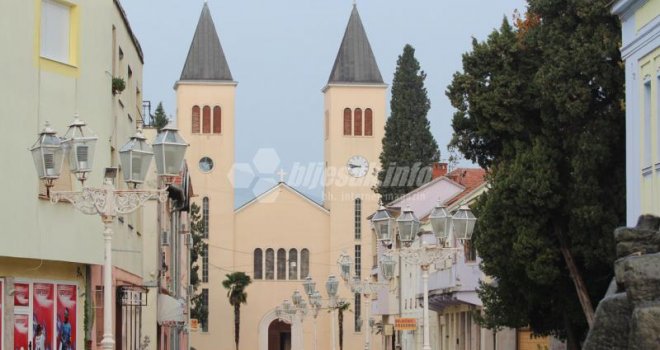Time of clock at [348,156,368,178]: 8:47
